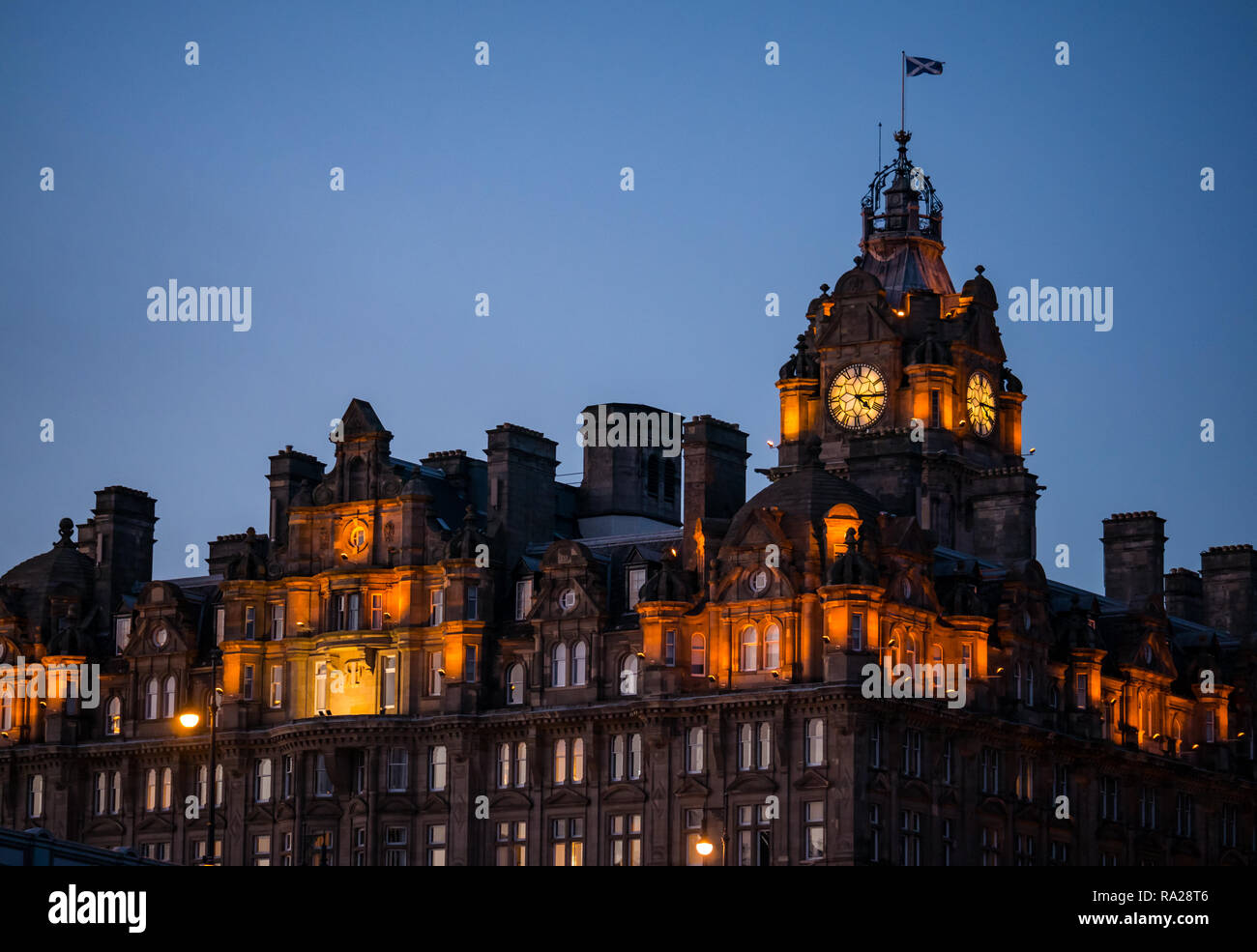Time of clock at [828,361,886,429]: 4:14
